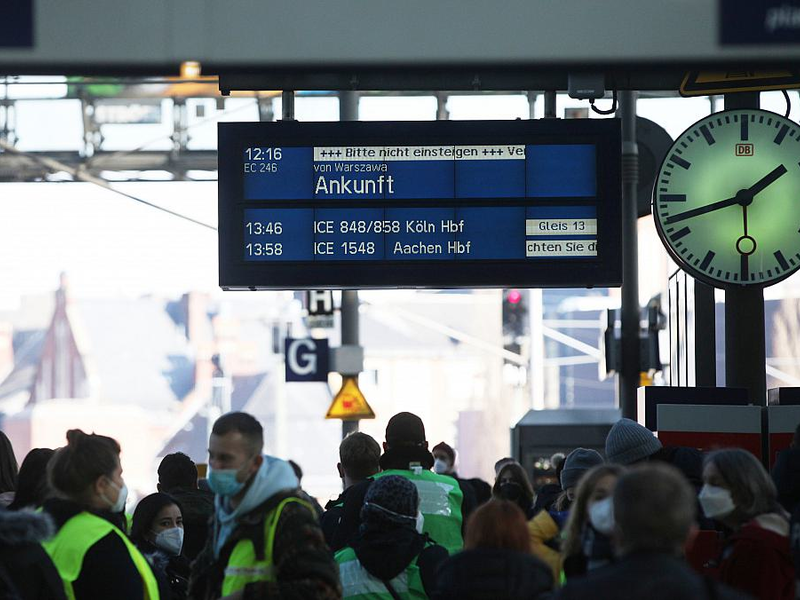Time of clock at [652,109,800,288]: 1:42
